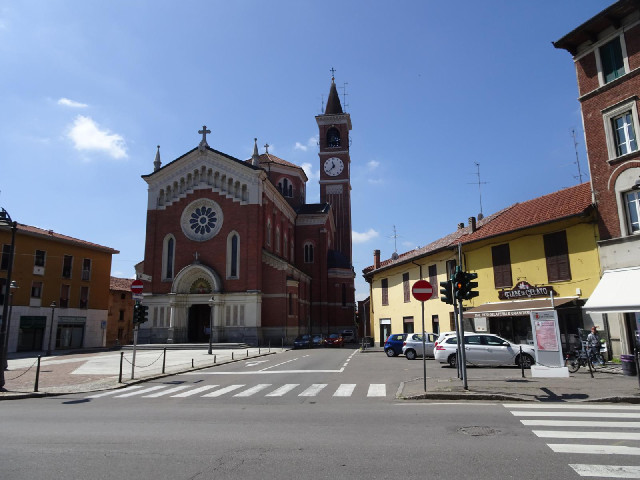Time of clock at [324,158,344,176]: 11:37
